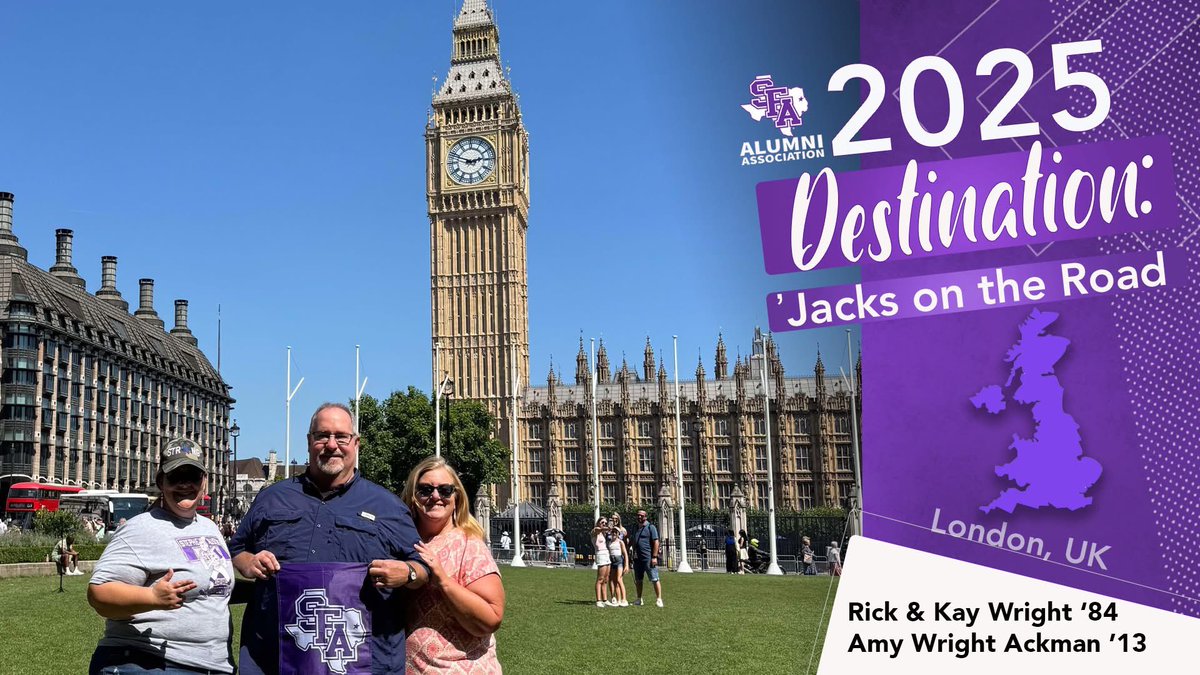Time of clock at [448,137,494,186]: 2:48
